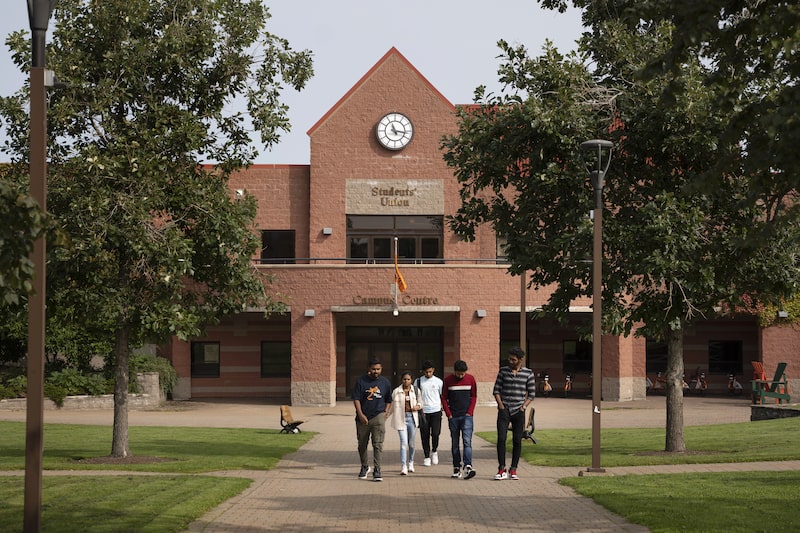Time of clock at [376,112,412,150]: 11:16
